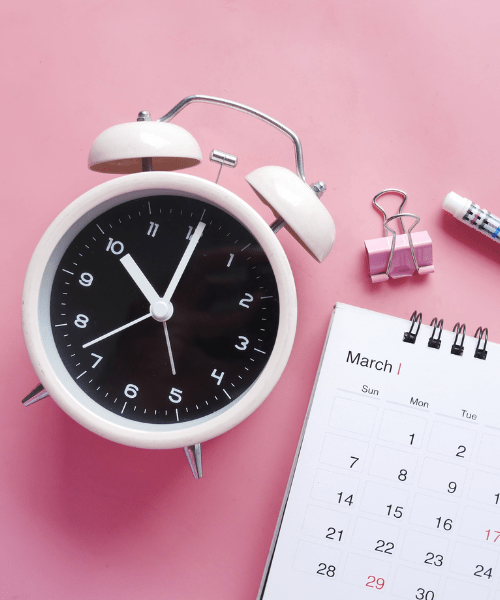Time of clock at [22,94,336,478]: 11:05
